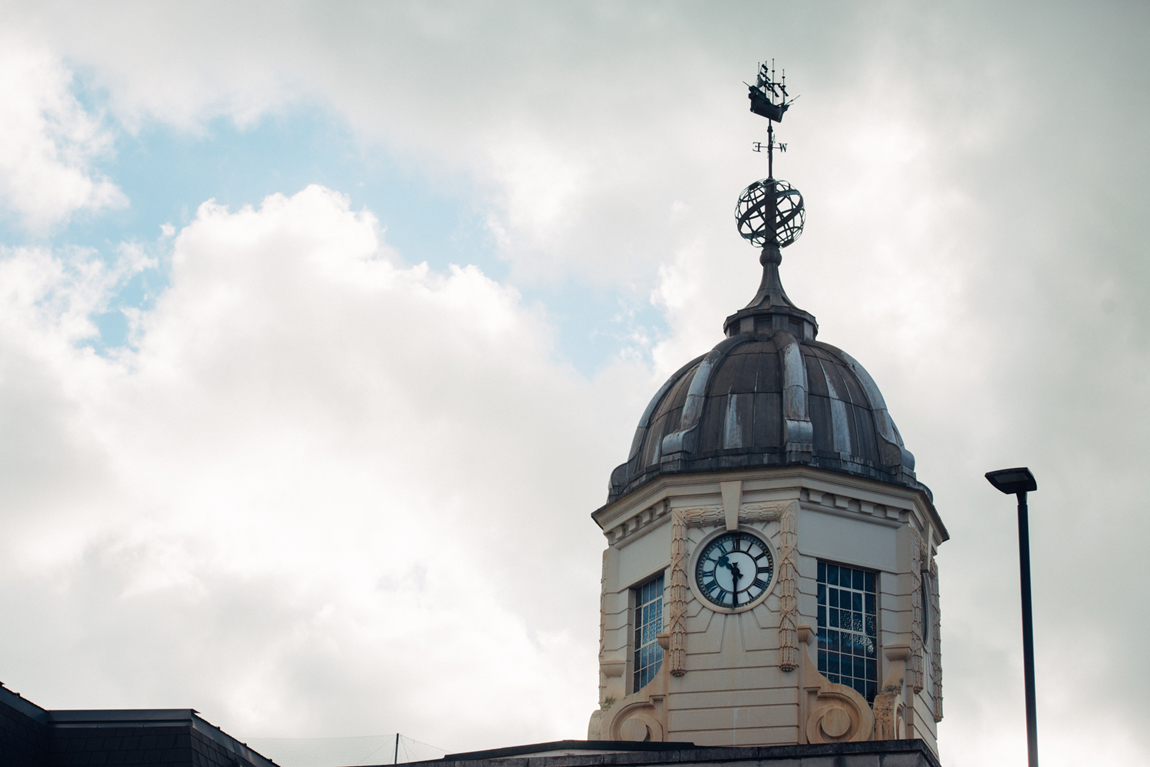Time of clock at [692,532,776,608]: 10:30
